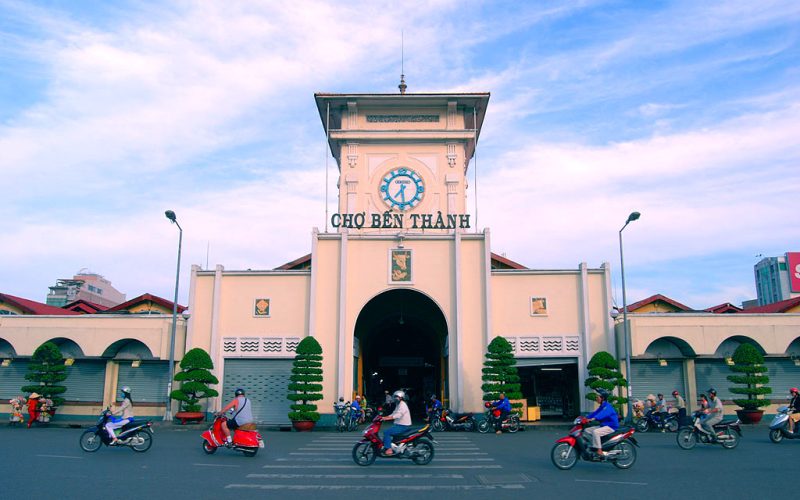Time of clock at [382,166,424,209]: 7:28
